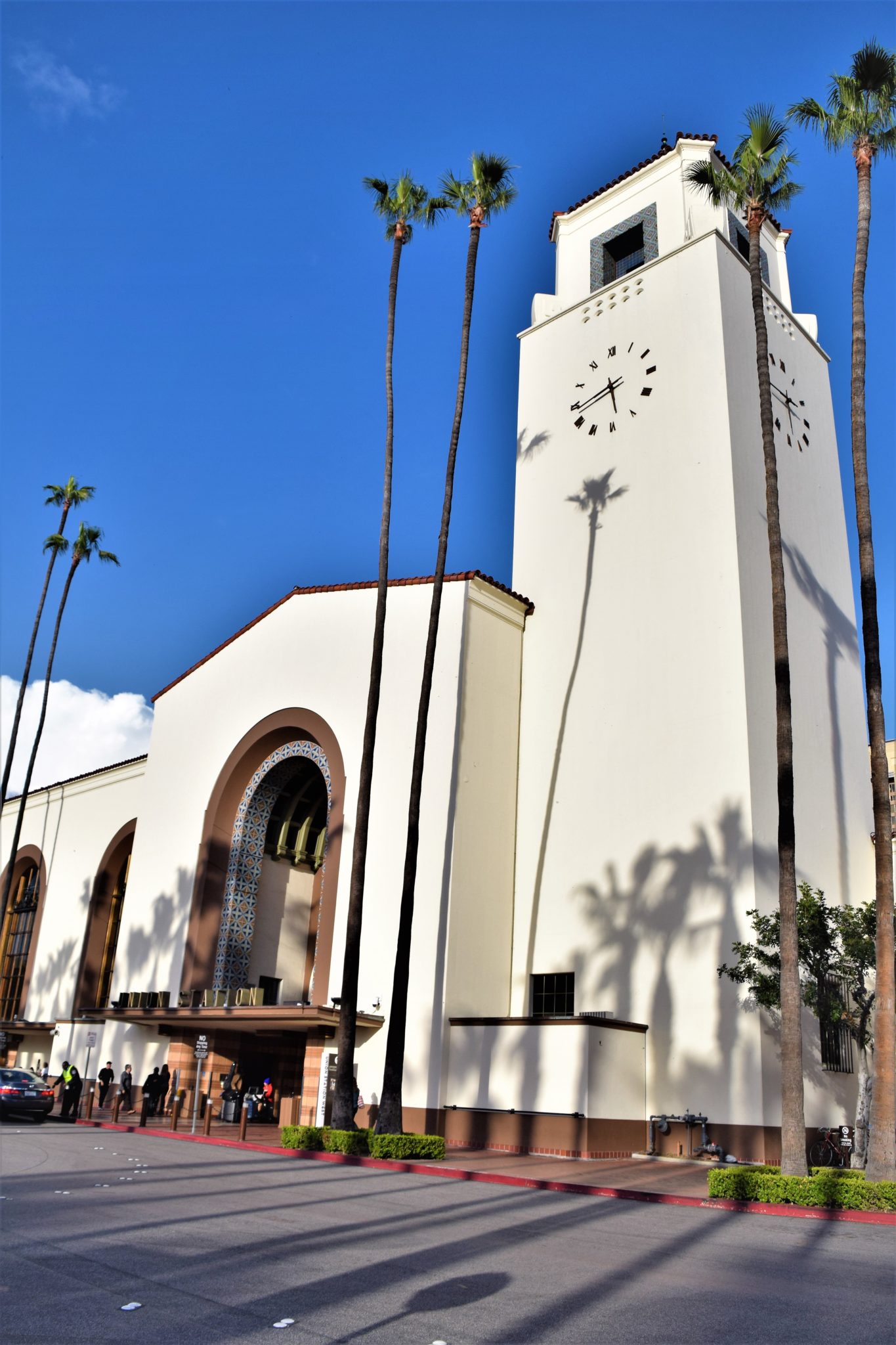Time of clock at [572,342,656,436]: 5:42
